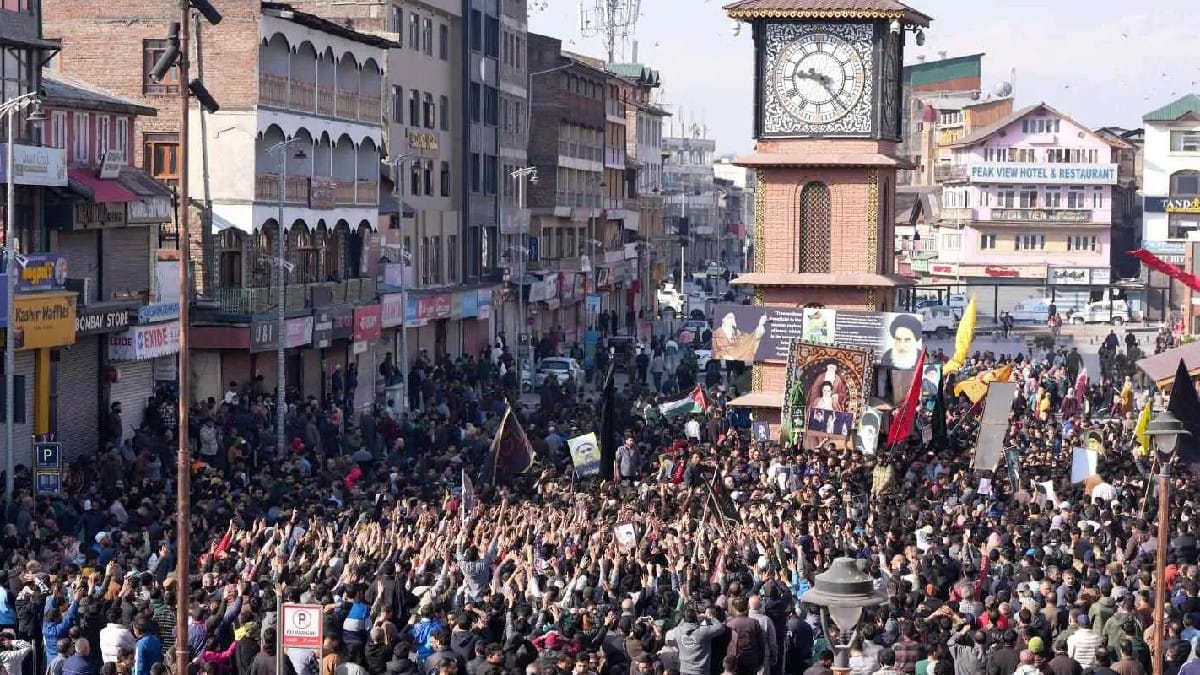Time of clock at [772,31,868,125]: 9:23
